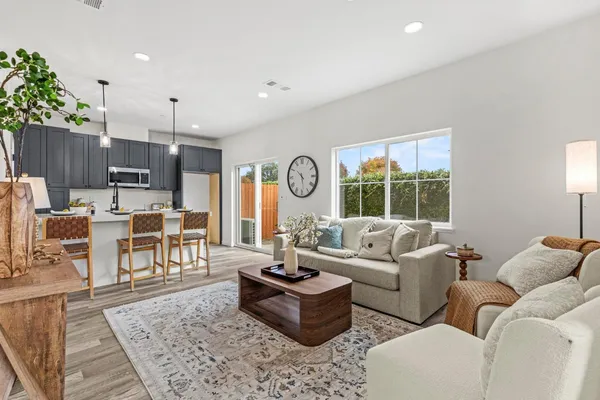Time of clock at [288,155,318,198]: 10:28
